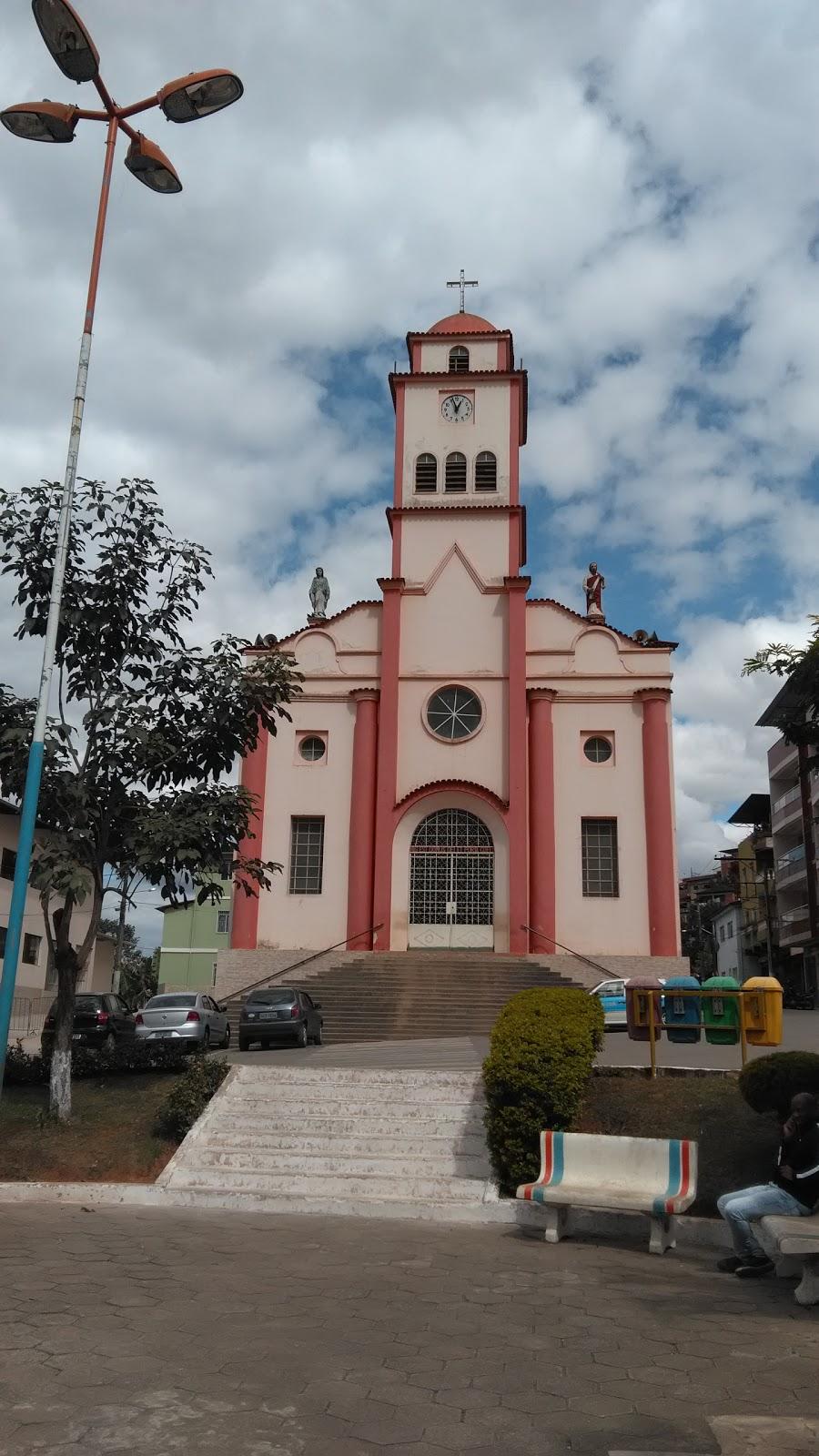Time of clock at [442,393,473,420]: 12:56
